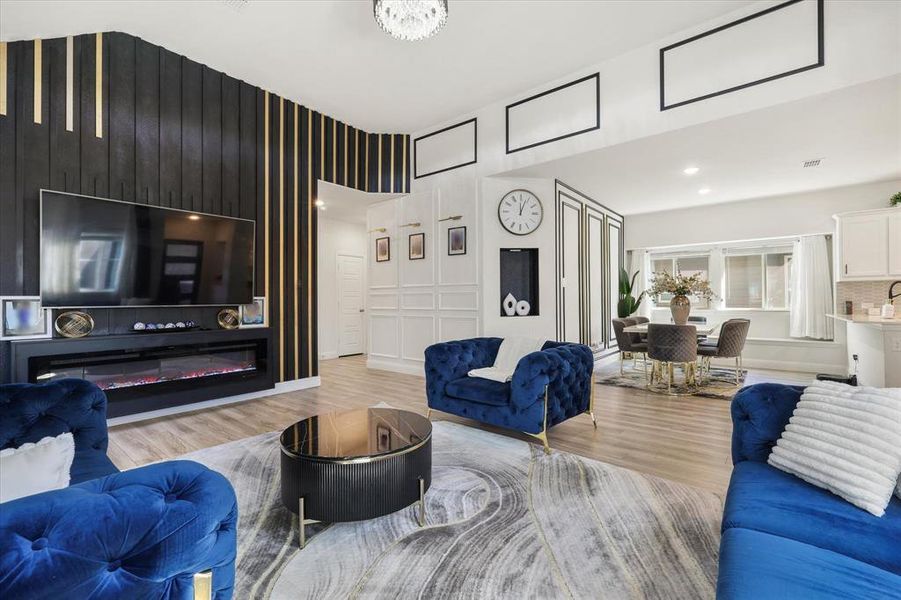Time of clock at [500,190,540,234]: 12:03
